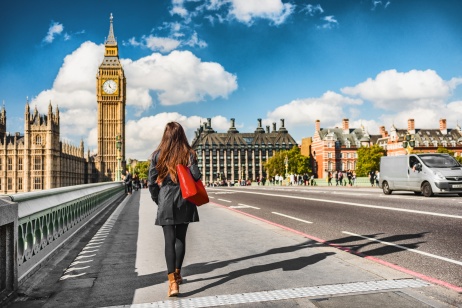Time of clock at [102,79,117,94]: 11:22
